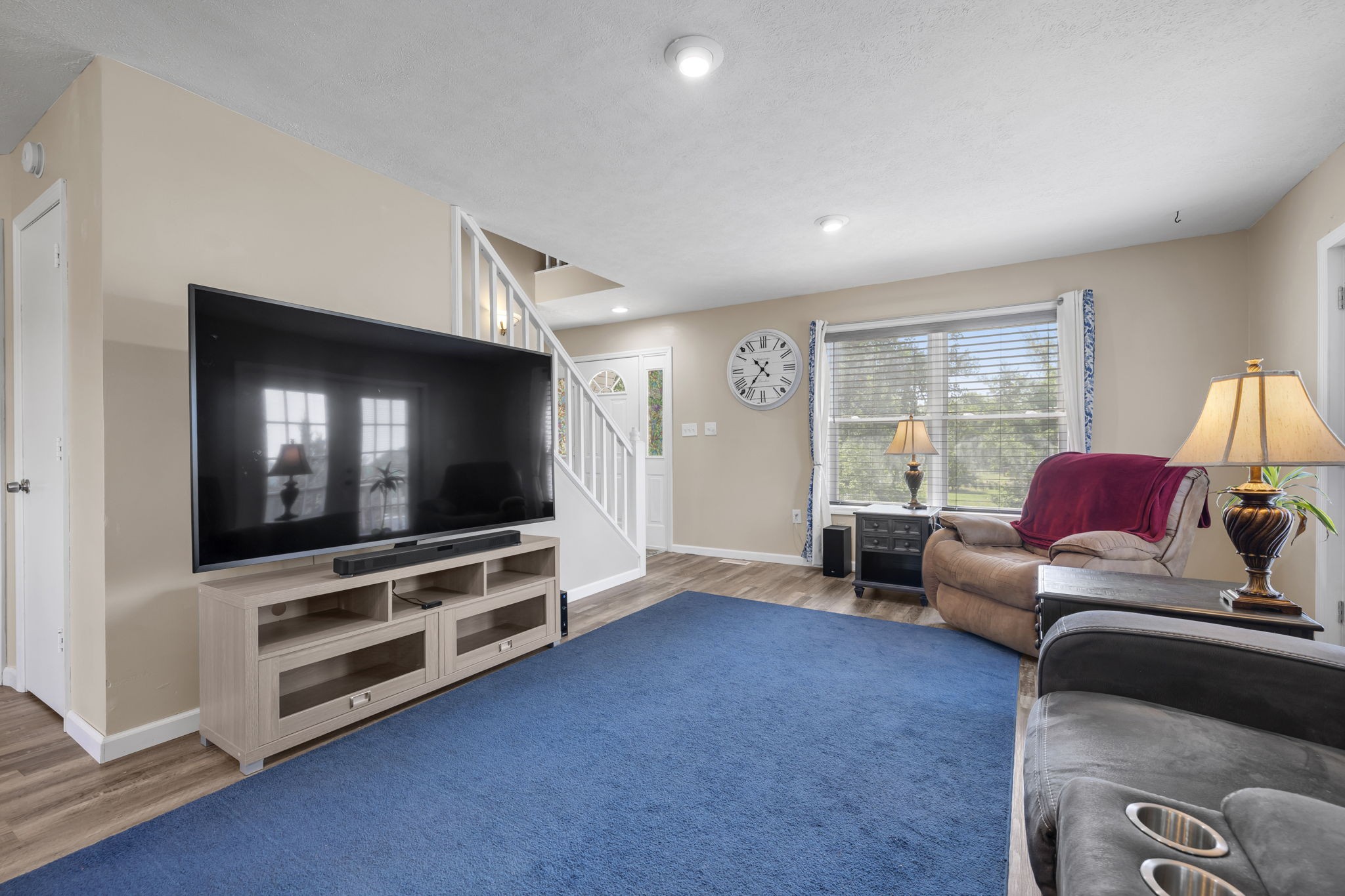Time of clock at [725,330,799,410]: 10:36
